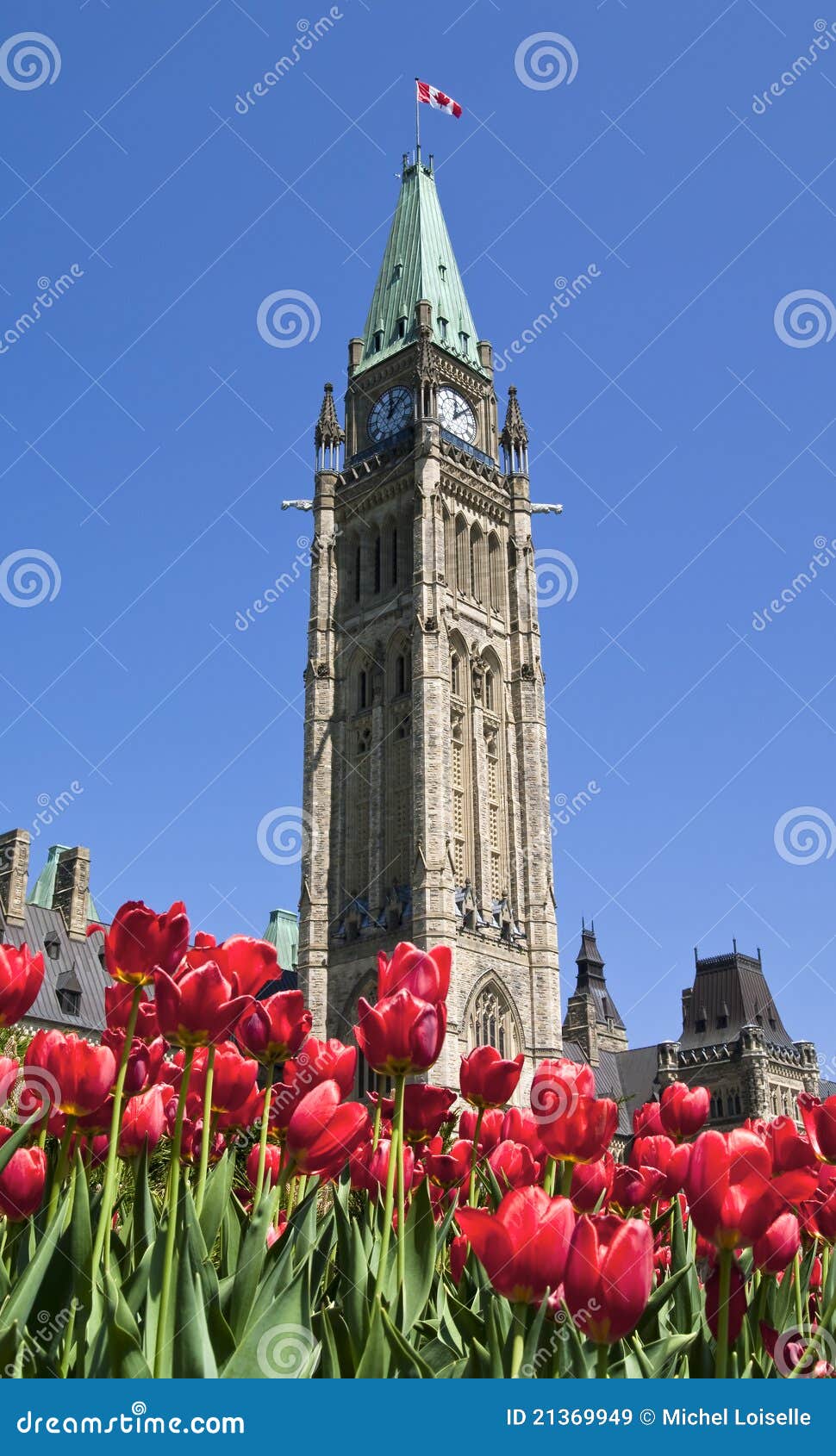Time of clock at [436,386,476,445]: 12:07
